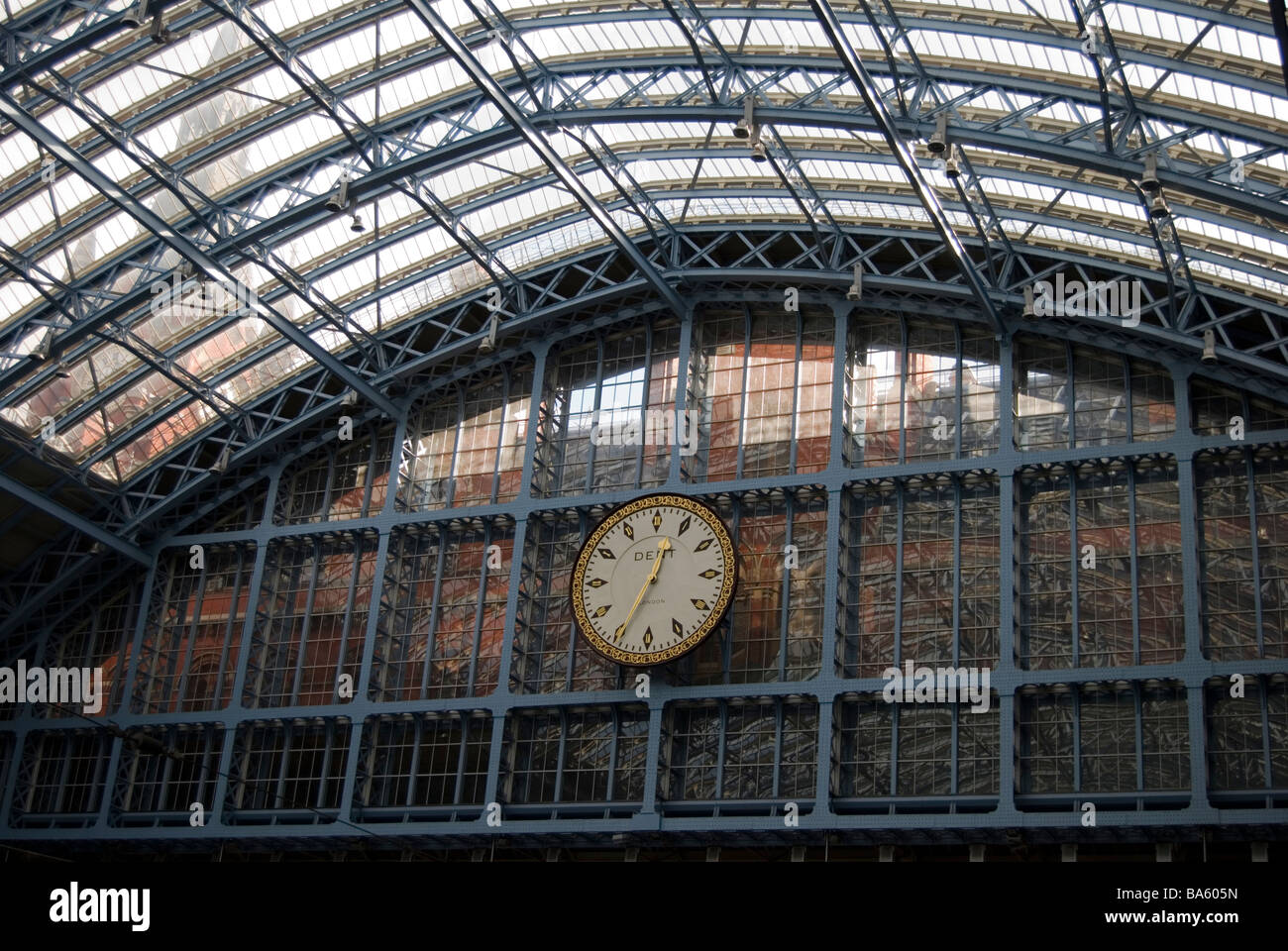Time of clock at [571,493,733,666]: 12:34
